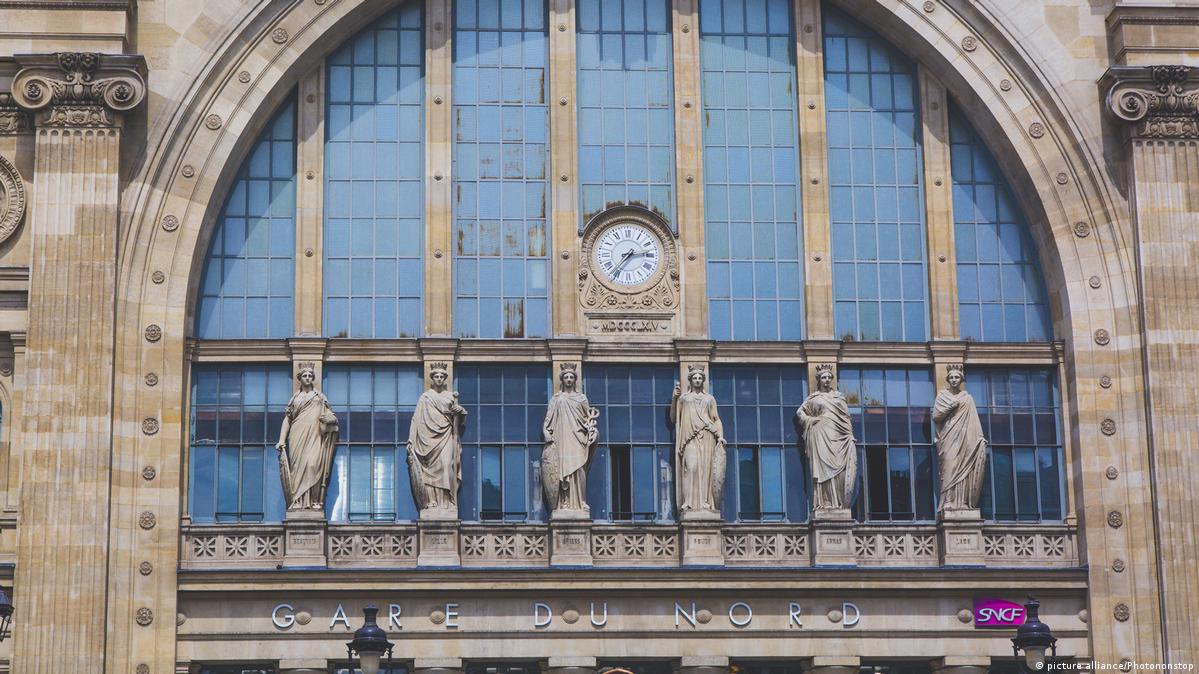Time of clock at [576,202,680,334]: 2:36
